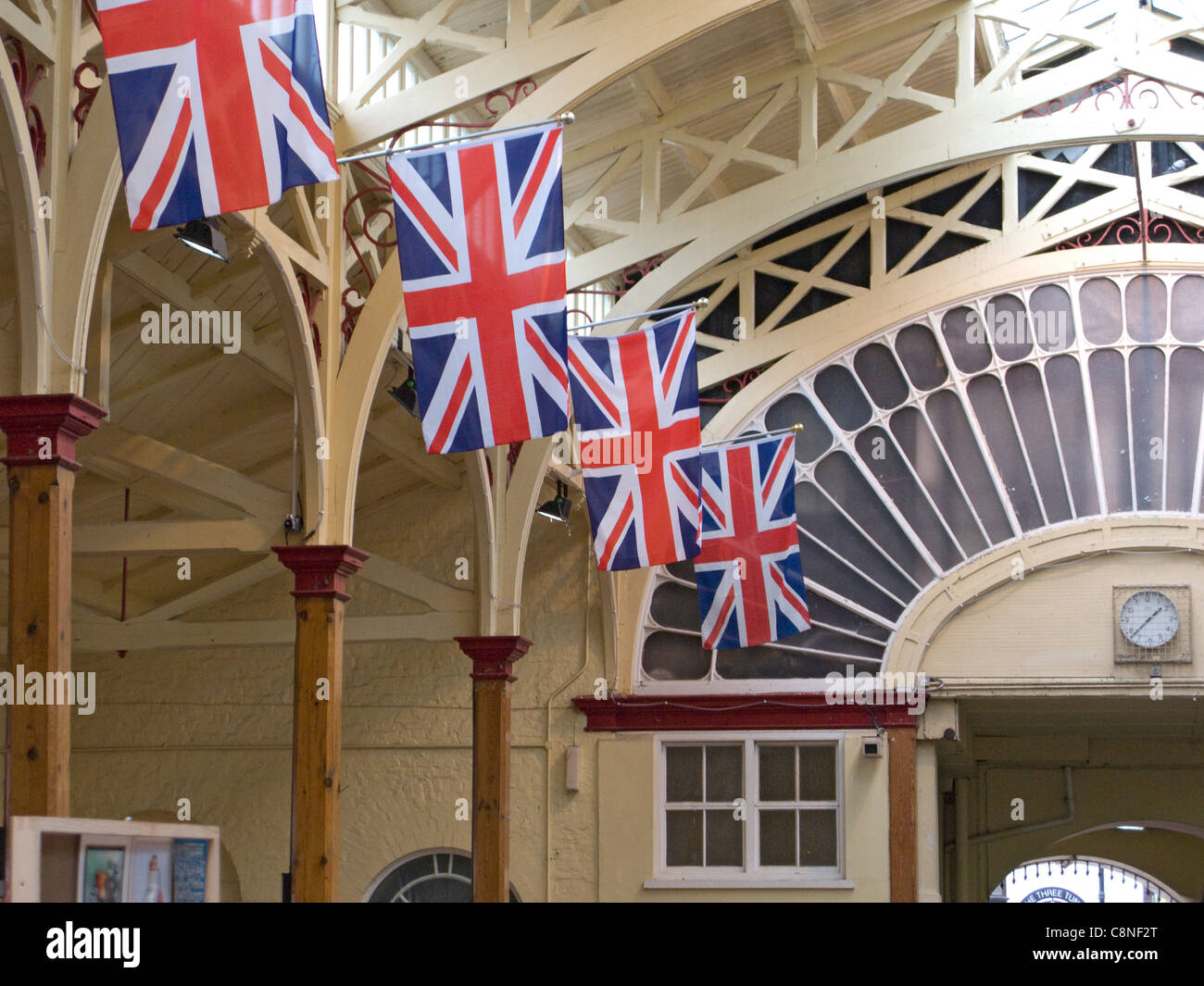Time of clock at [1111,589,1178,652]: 1:37
